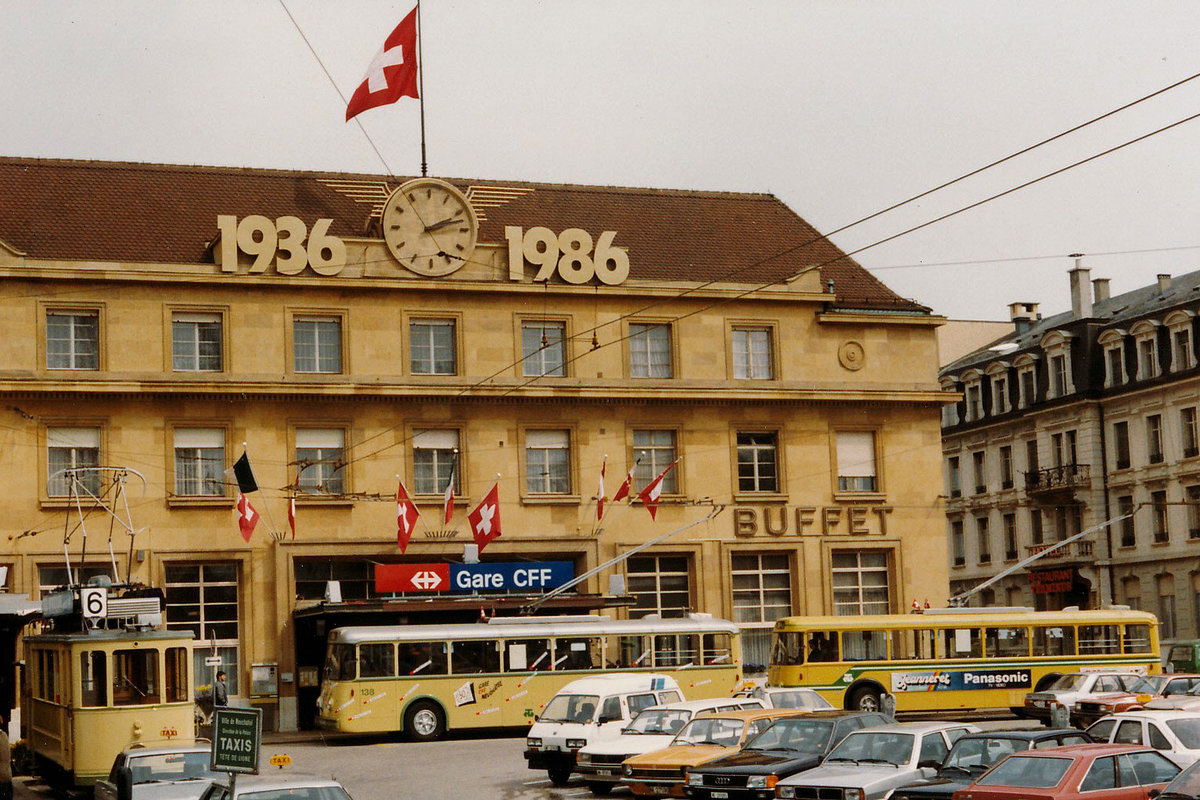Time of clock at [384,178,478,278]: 2:12
